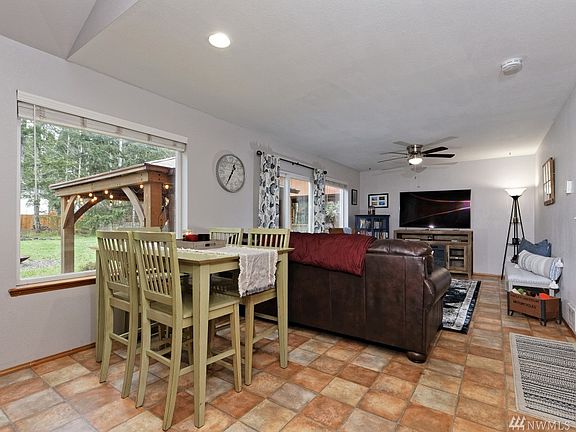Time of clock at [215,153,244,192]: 12:34
